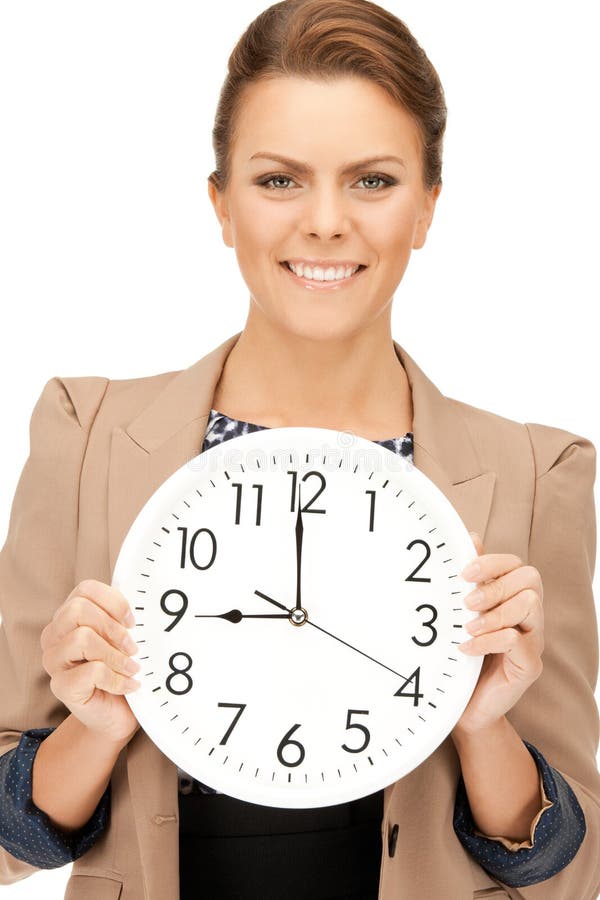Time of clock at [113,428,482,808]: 8:59
